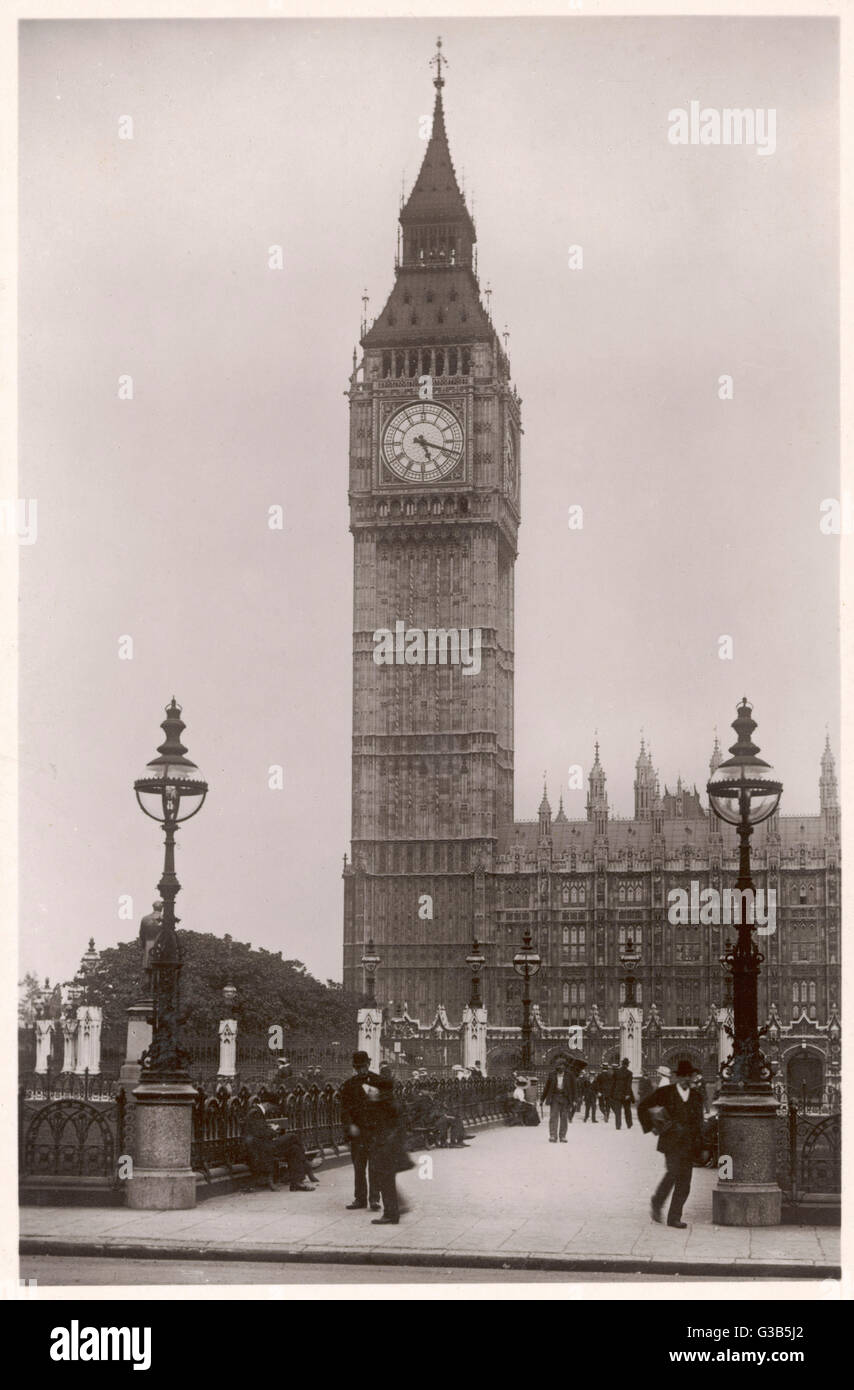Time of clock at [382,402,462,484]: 5:18
